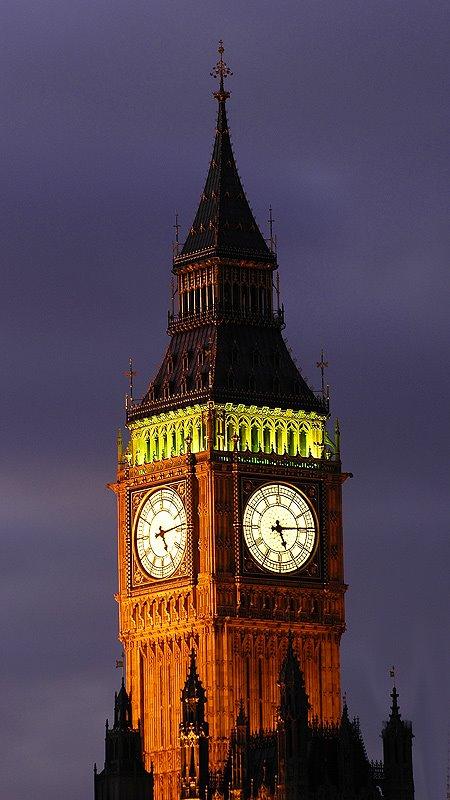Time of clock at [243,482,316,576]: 5:14
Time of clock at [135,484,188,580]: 5:13
